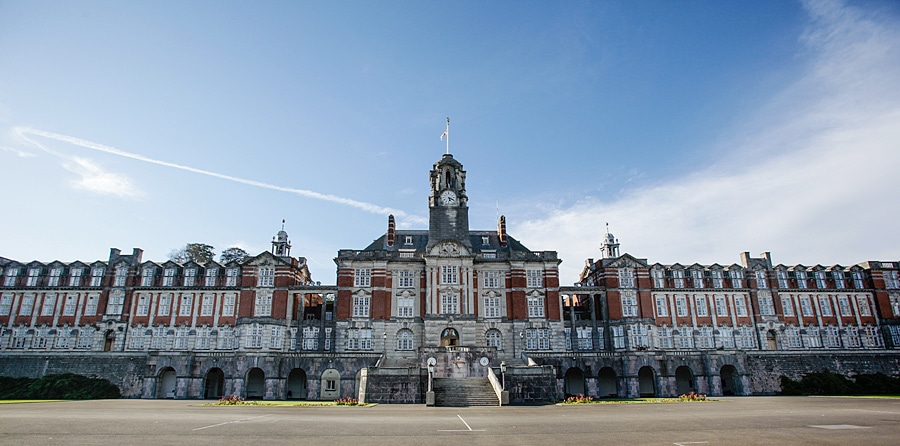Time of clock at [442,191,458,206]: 5:18
